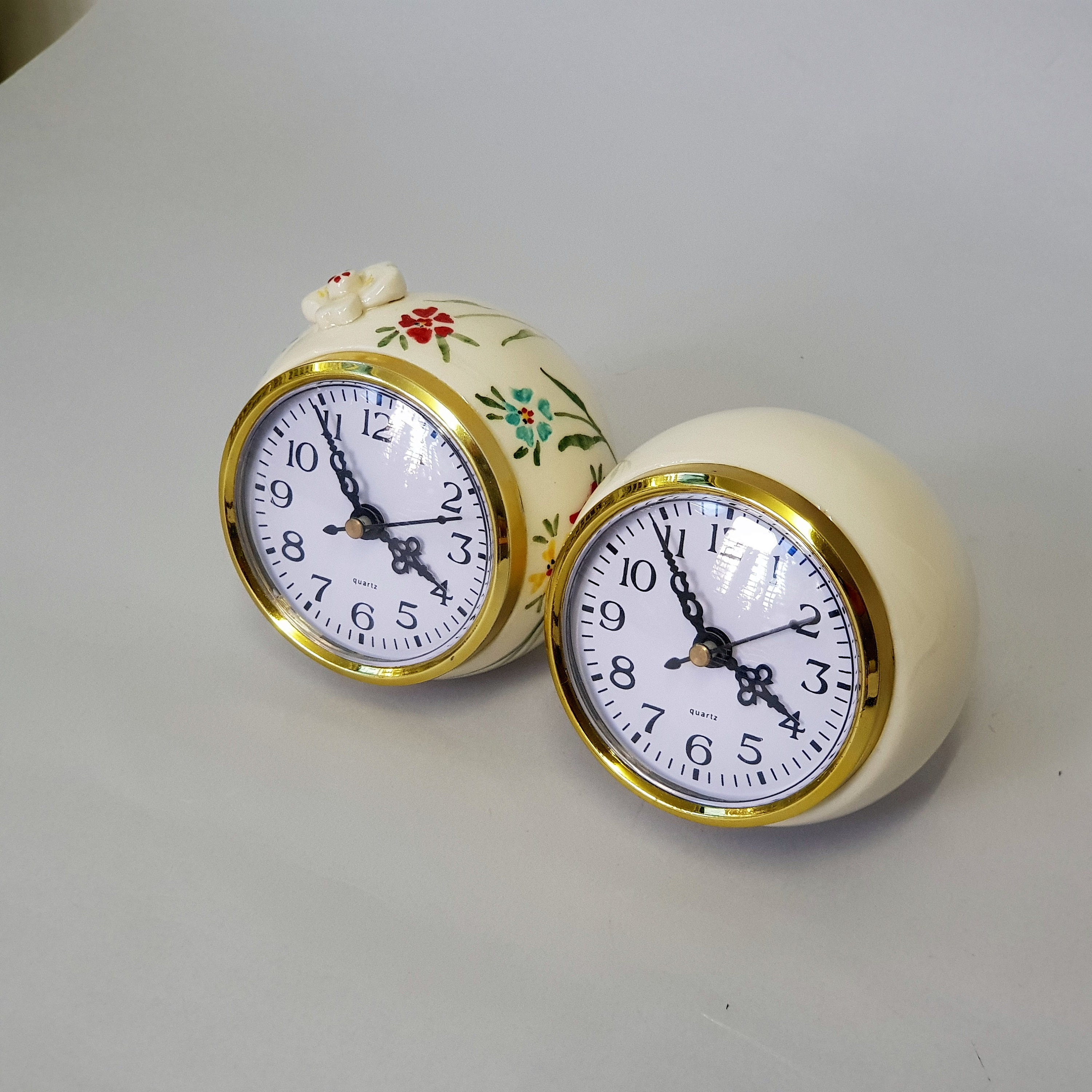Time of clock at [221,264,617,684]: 3:54
